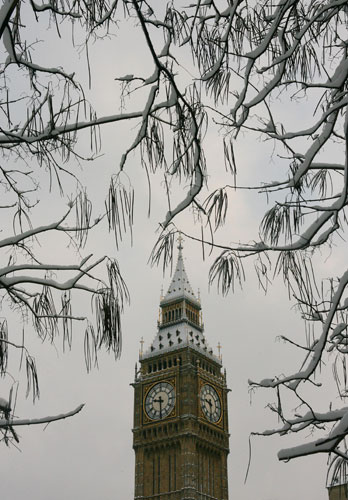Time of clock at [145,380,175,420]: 9:30
